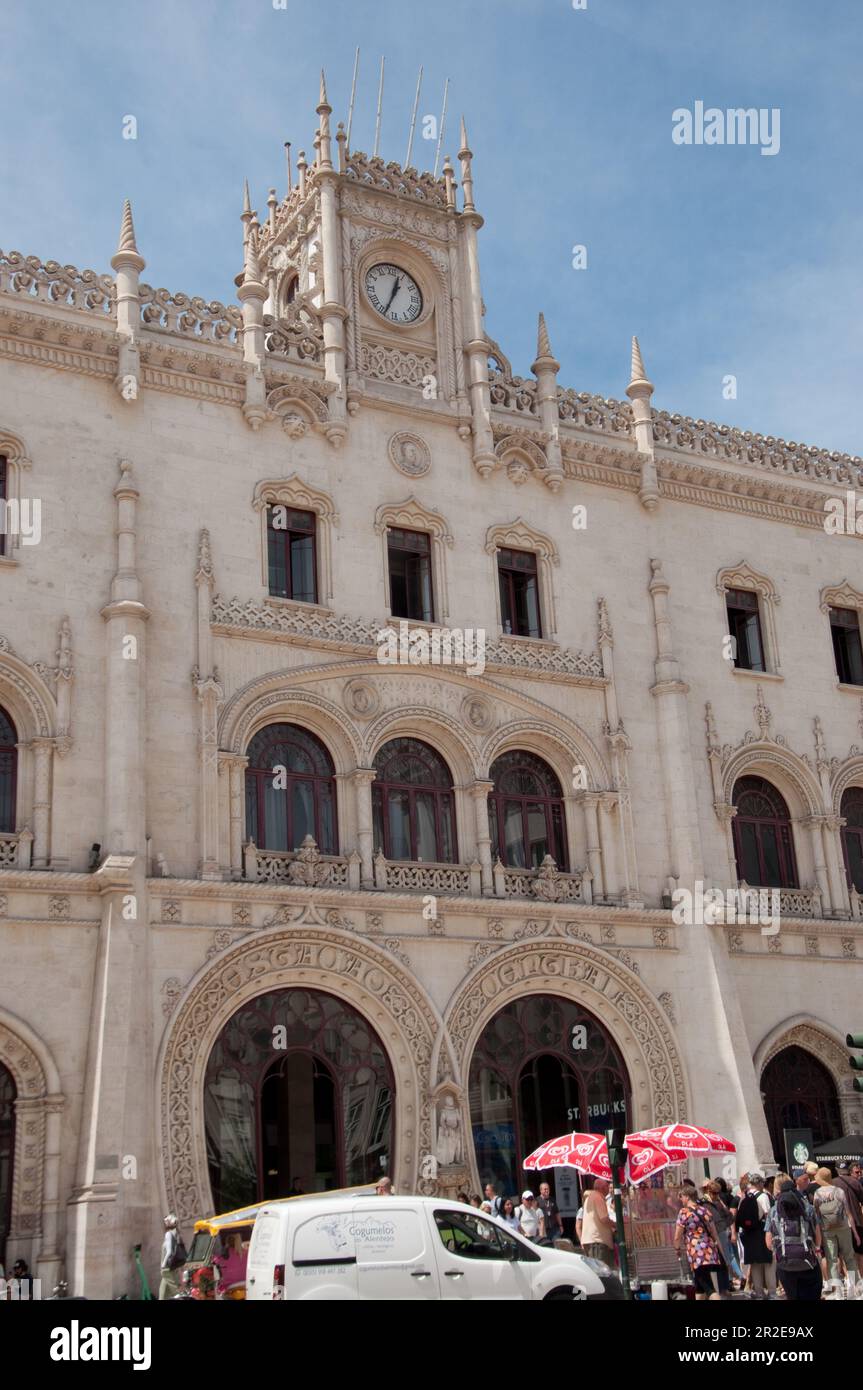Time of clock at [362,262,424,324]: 12:34
